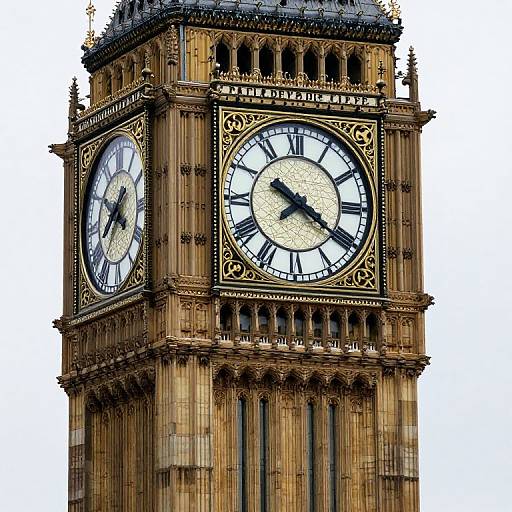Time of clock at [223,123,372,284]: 10:20
